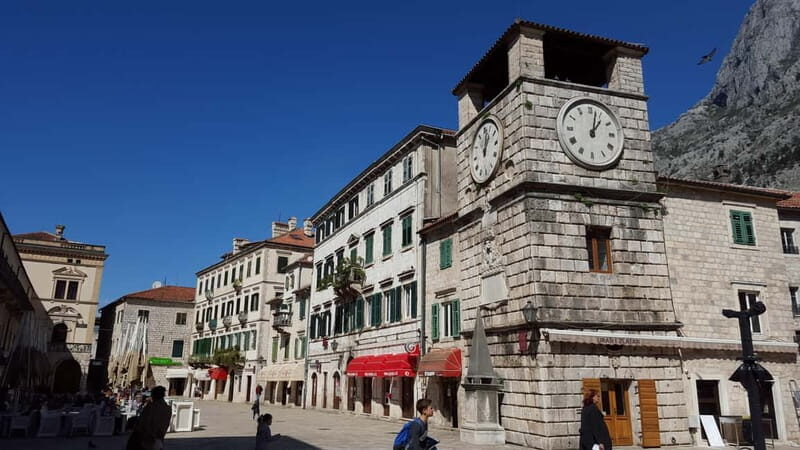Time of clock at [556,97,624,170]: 1:02
